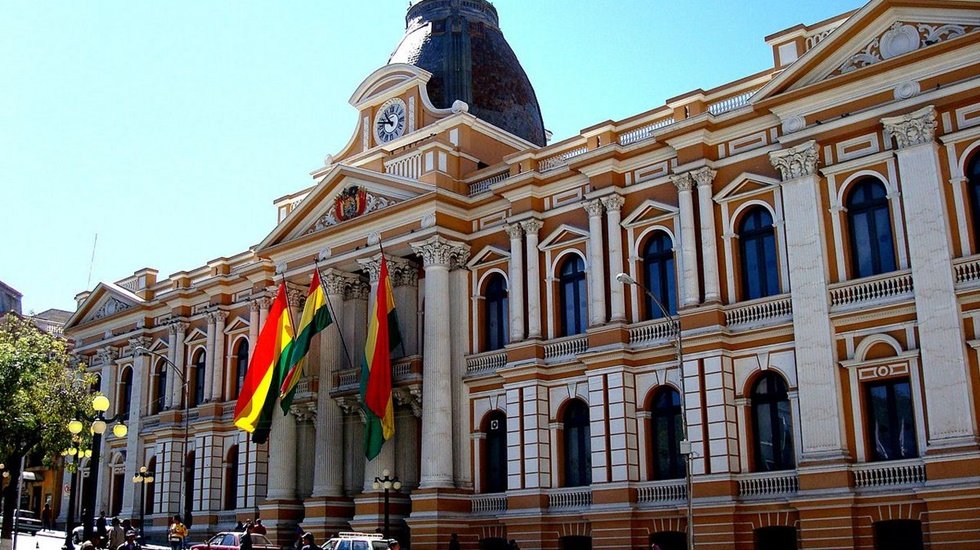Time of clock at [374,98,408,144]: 10:47
